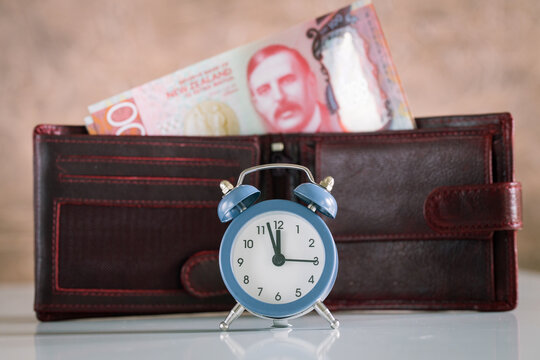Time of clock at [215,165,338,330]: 11:57
